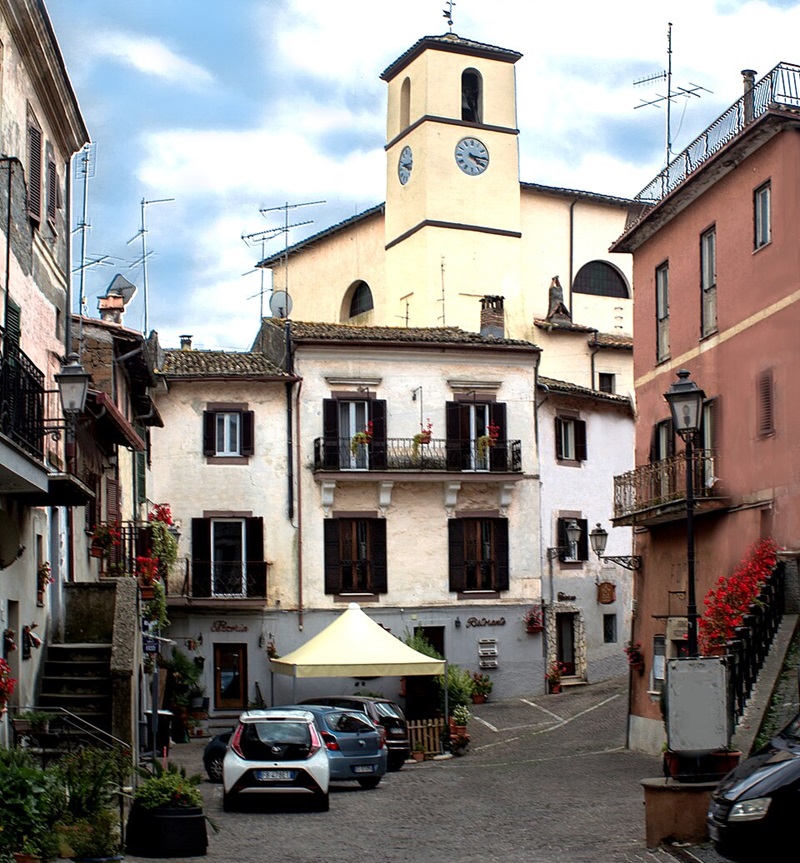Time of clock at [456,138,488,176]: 4:15
